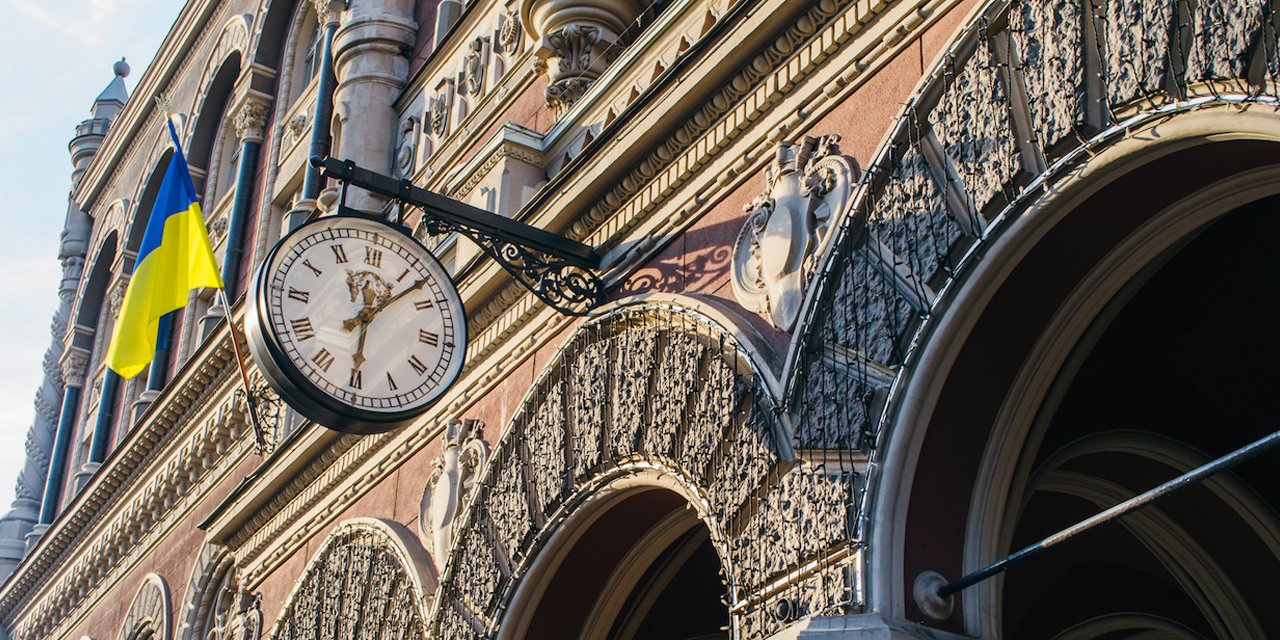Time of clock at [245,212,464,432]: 12:07
